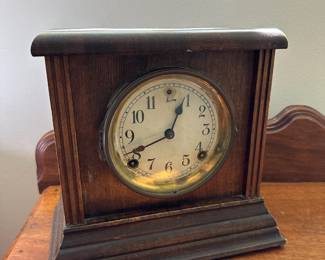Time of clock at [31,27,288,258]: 12:41
